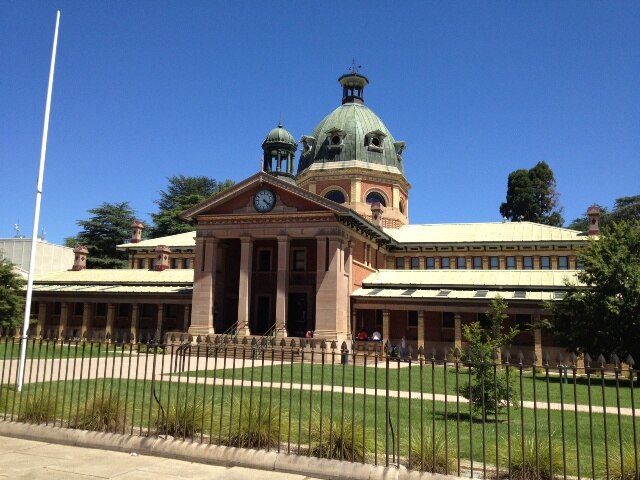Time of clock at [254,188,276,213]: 4:21
